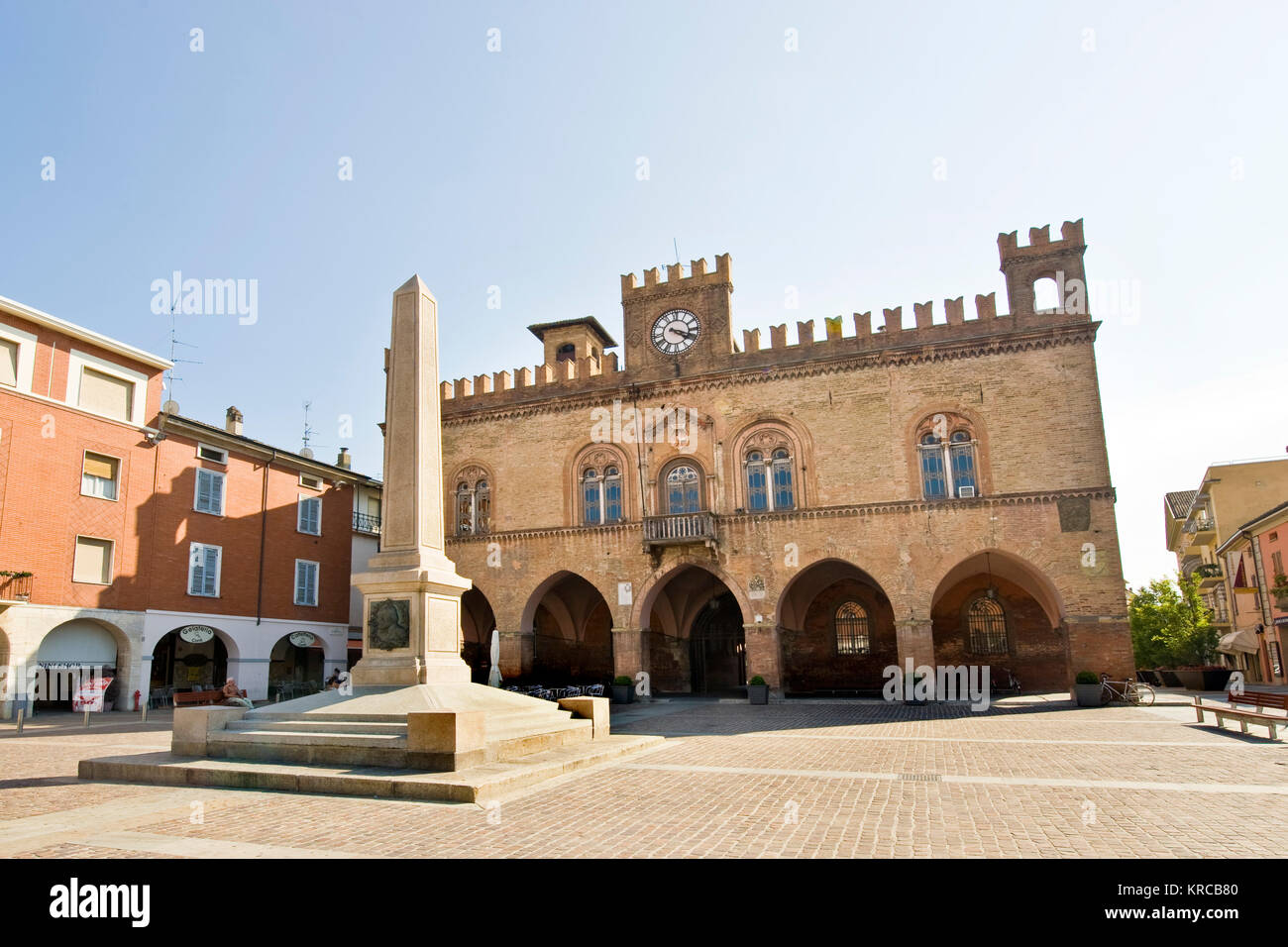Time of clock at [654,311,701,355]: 4:18
